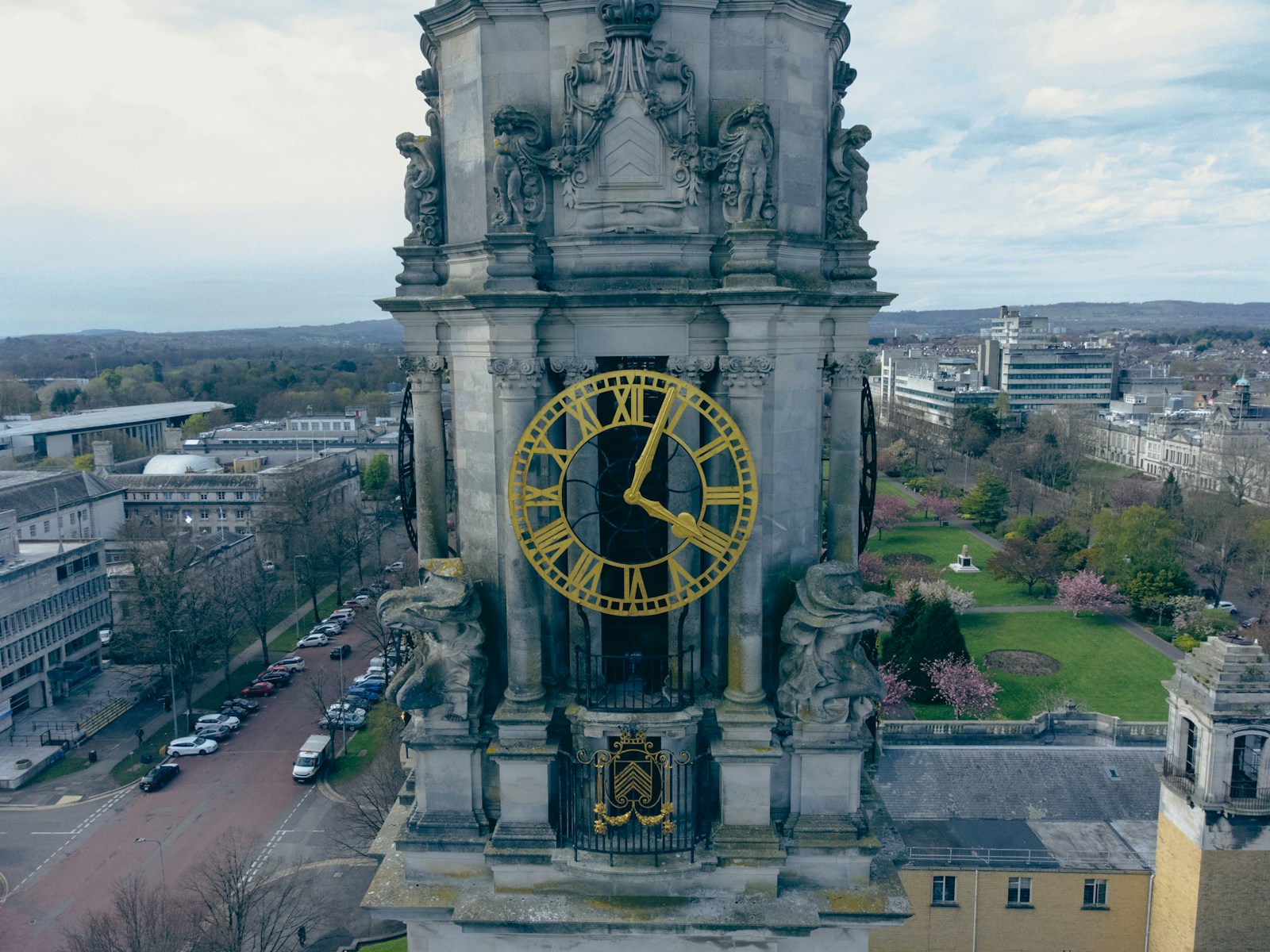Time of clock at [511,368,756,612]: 4:04
